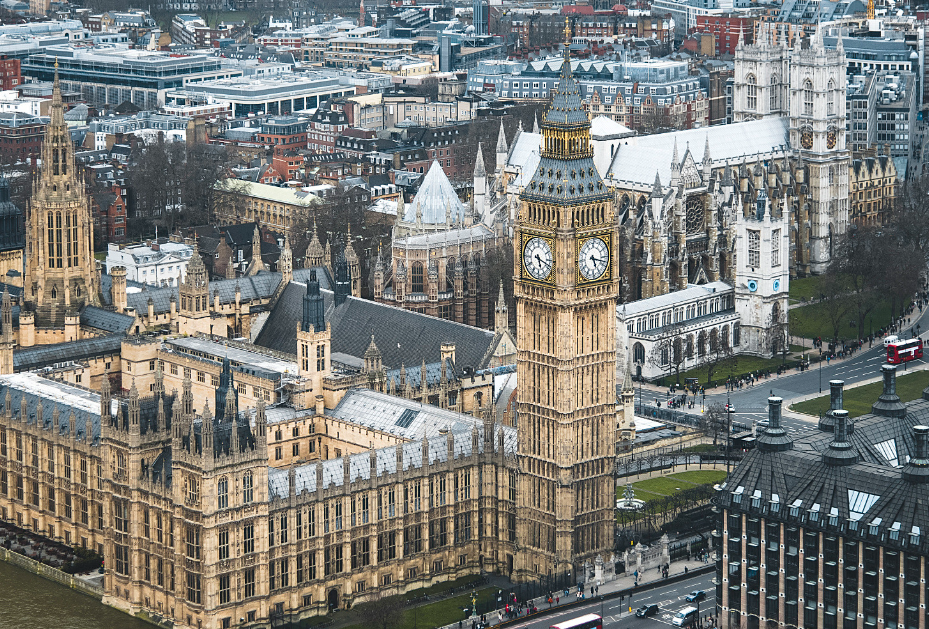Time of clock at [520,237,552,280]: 5:18
